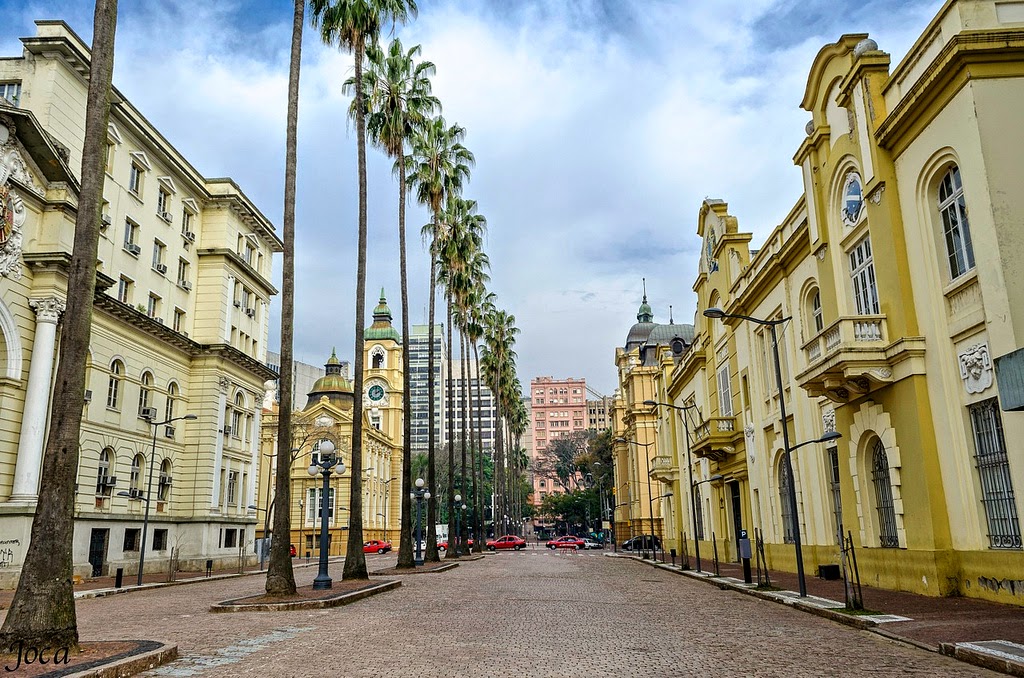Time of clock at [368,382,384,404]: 2:00
